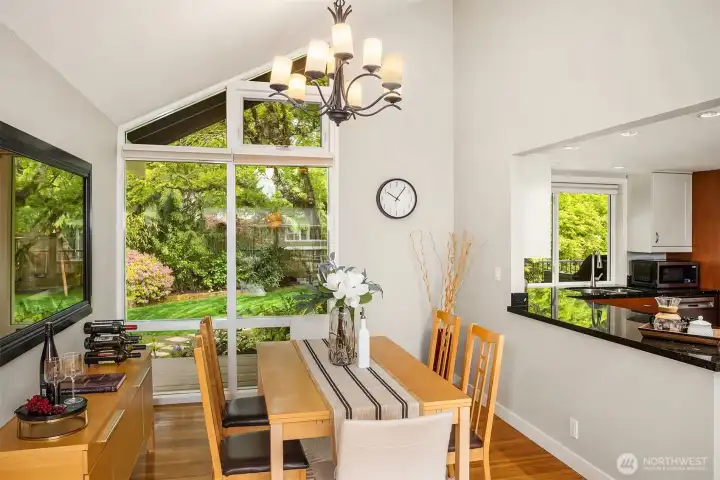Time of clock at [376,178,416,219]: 10:06
